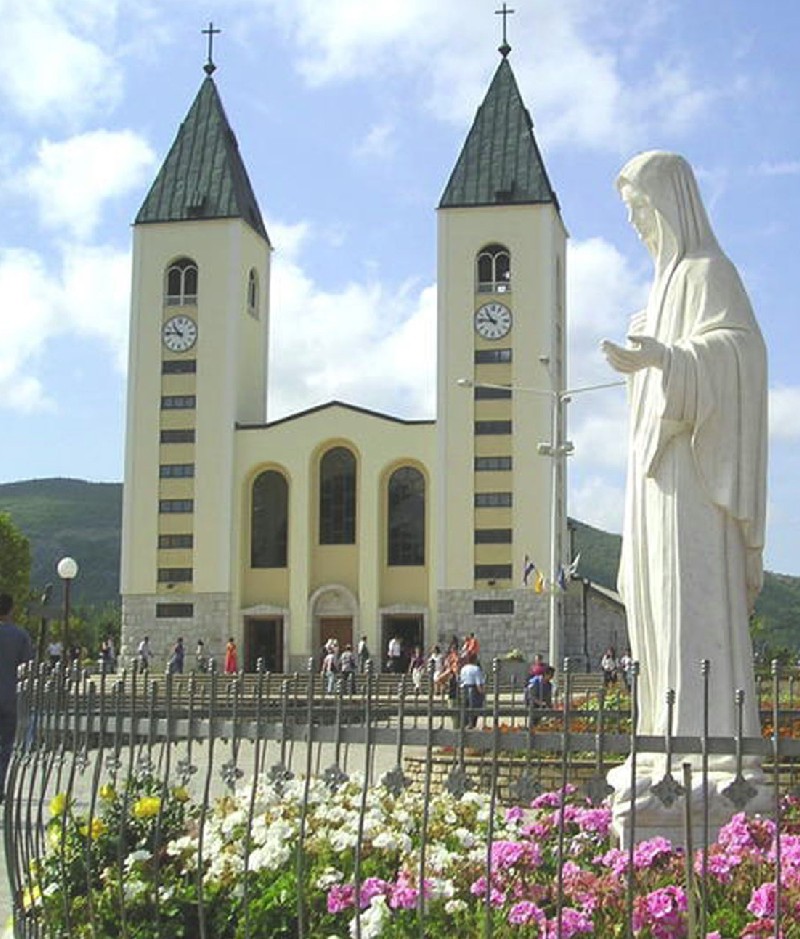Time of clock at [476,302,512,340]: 10:46
